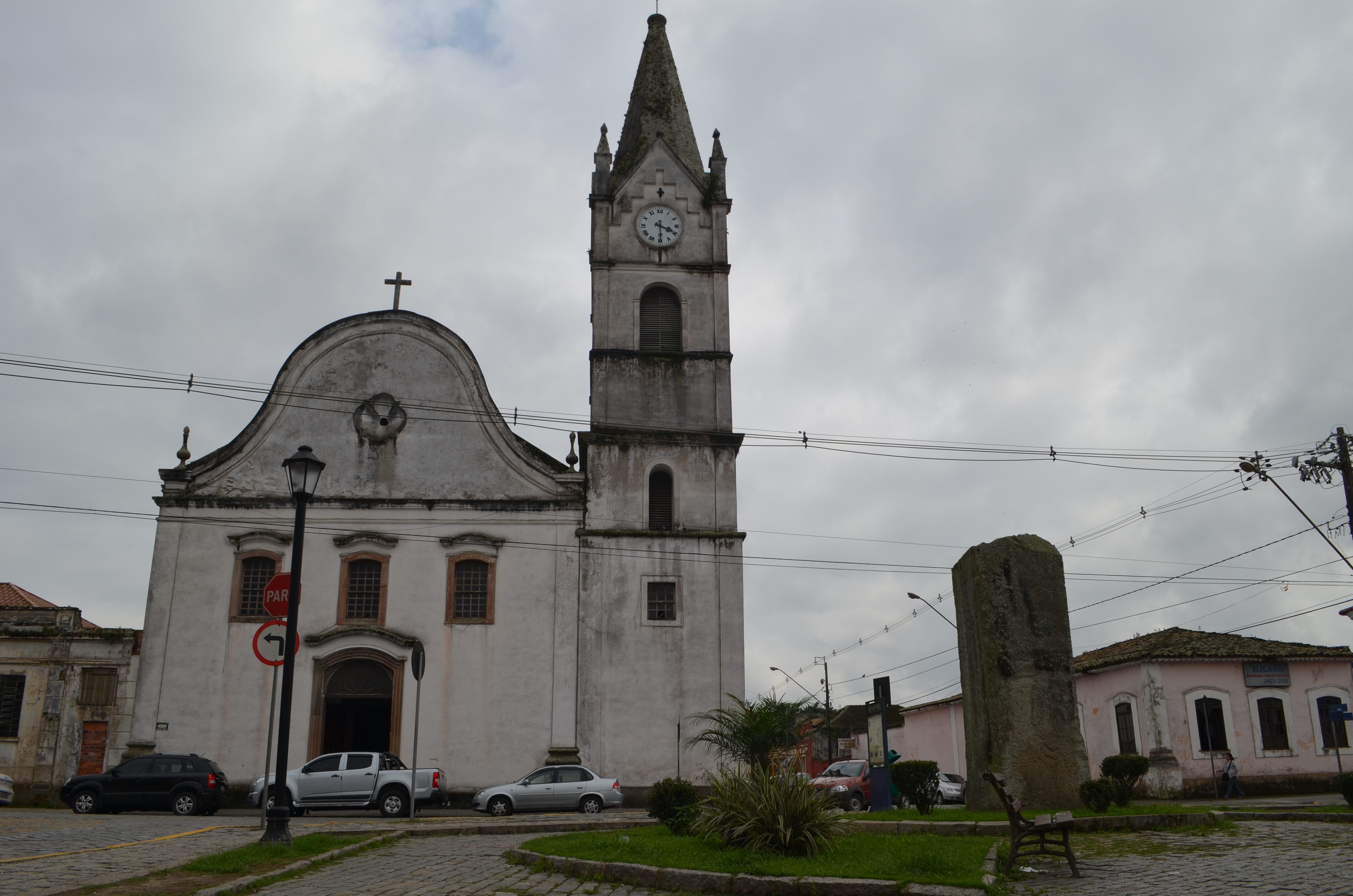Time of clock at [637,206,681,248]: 3:29
